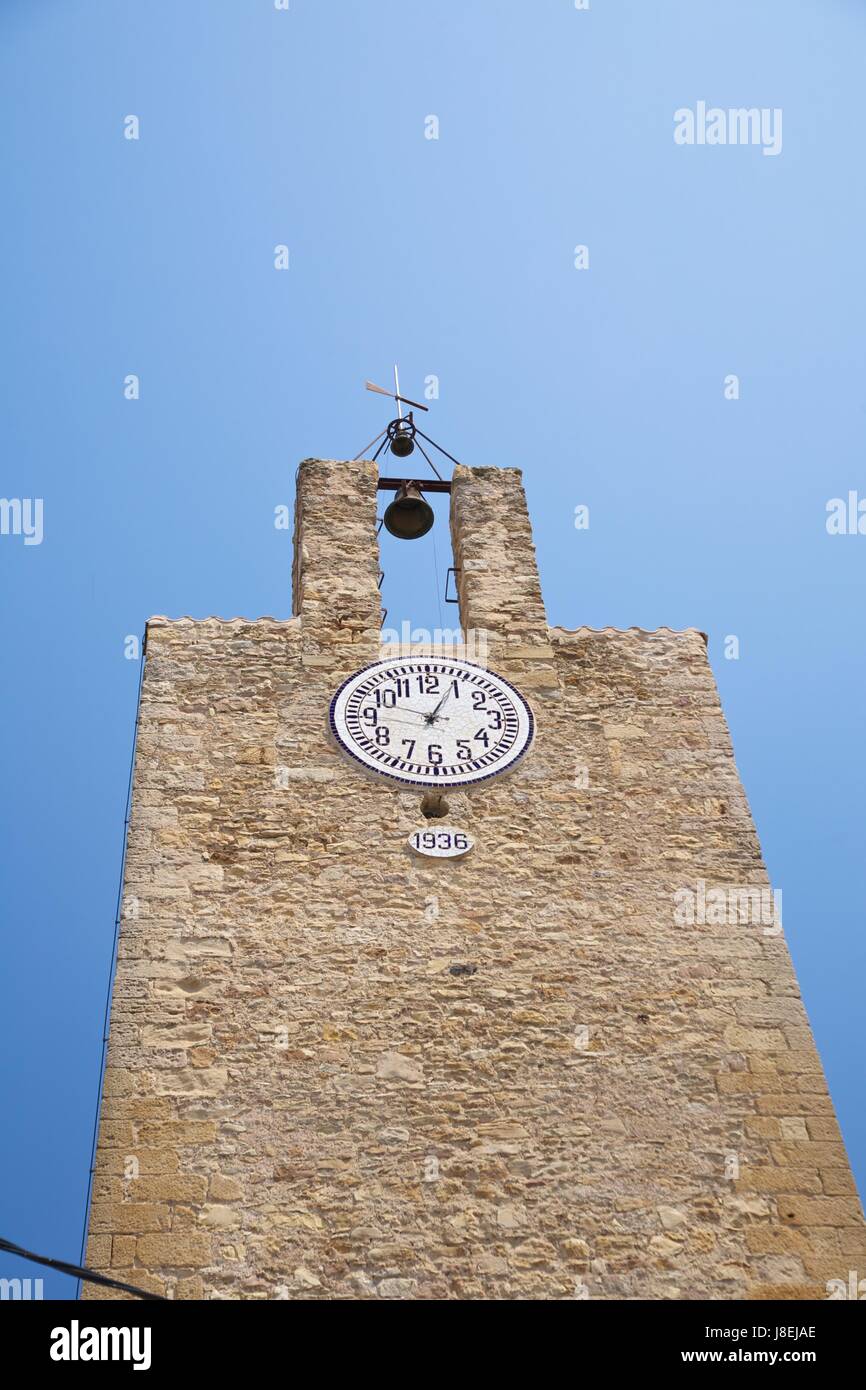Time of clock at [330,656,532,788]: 12:47
